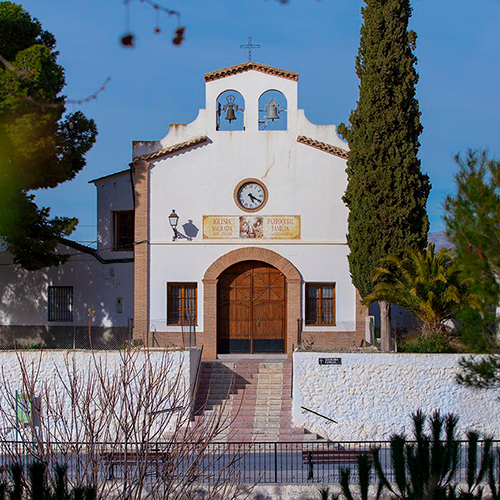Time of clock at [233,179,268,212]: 5:20
